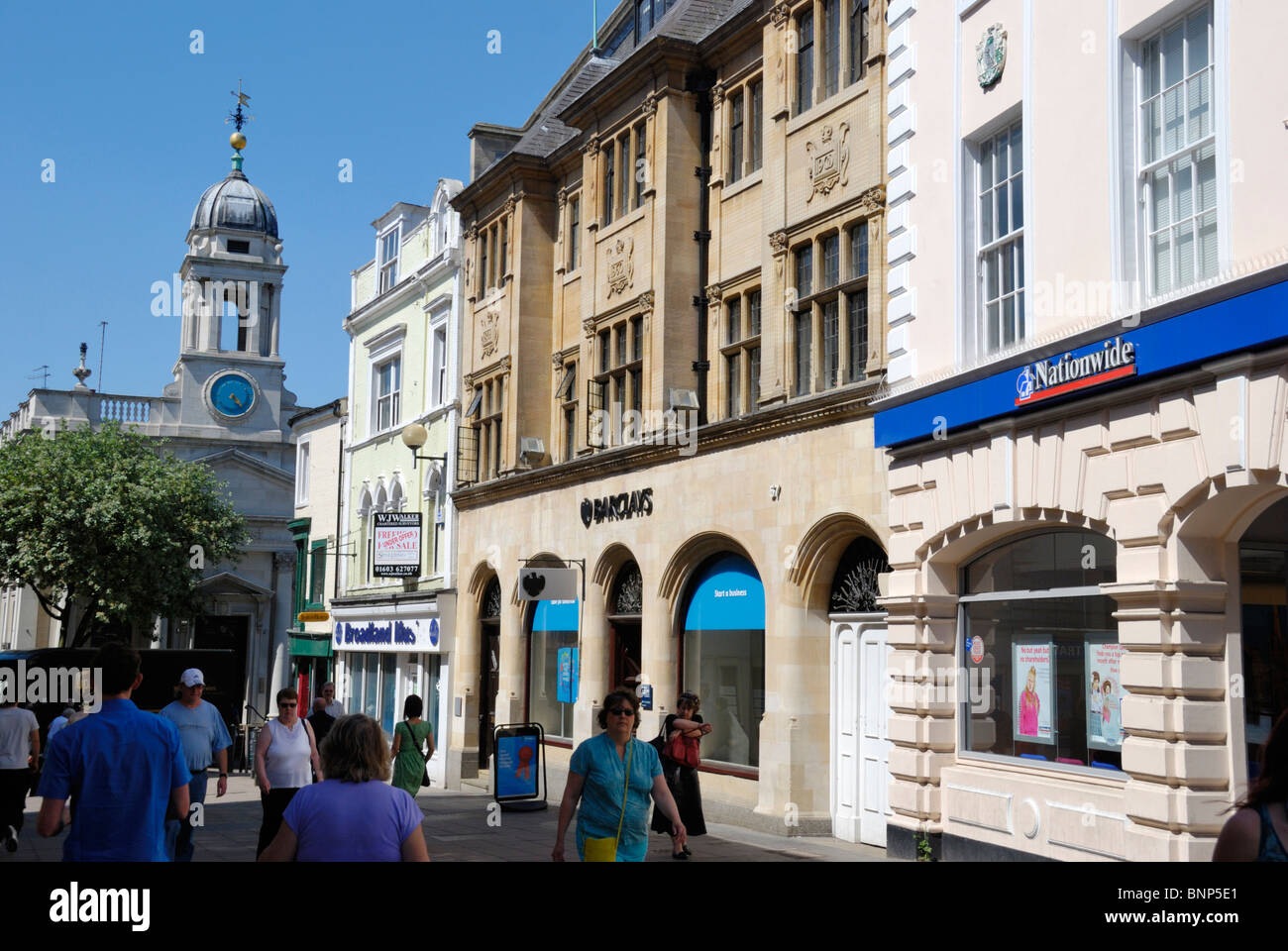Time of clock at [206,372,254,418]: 4:23
